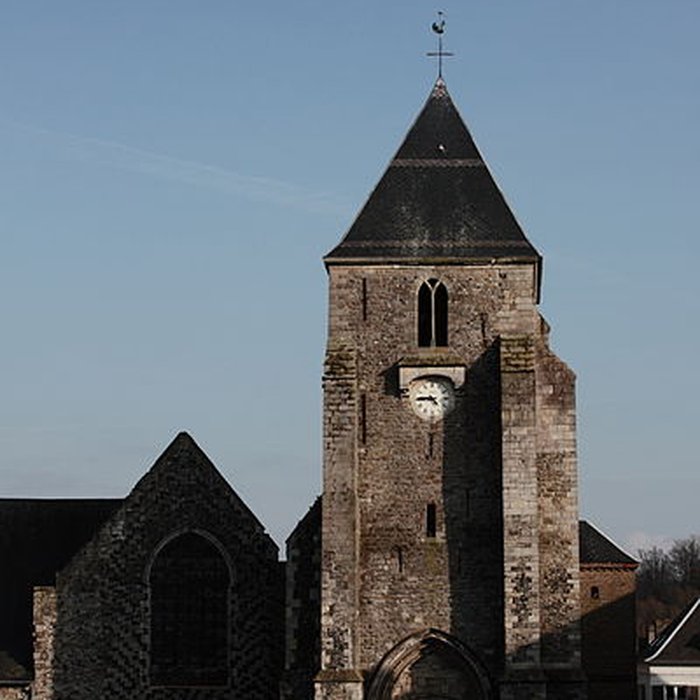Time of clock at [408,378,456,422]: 4:44
